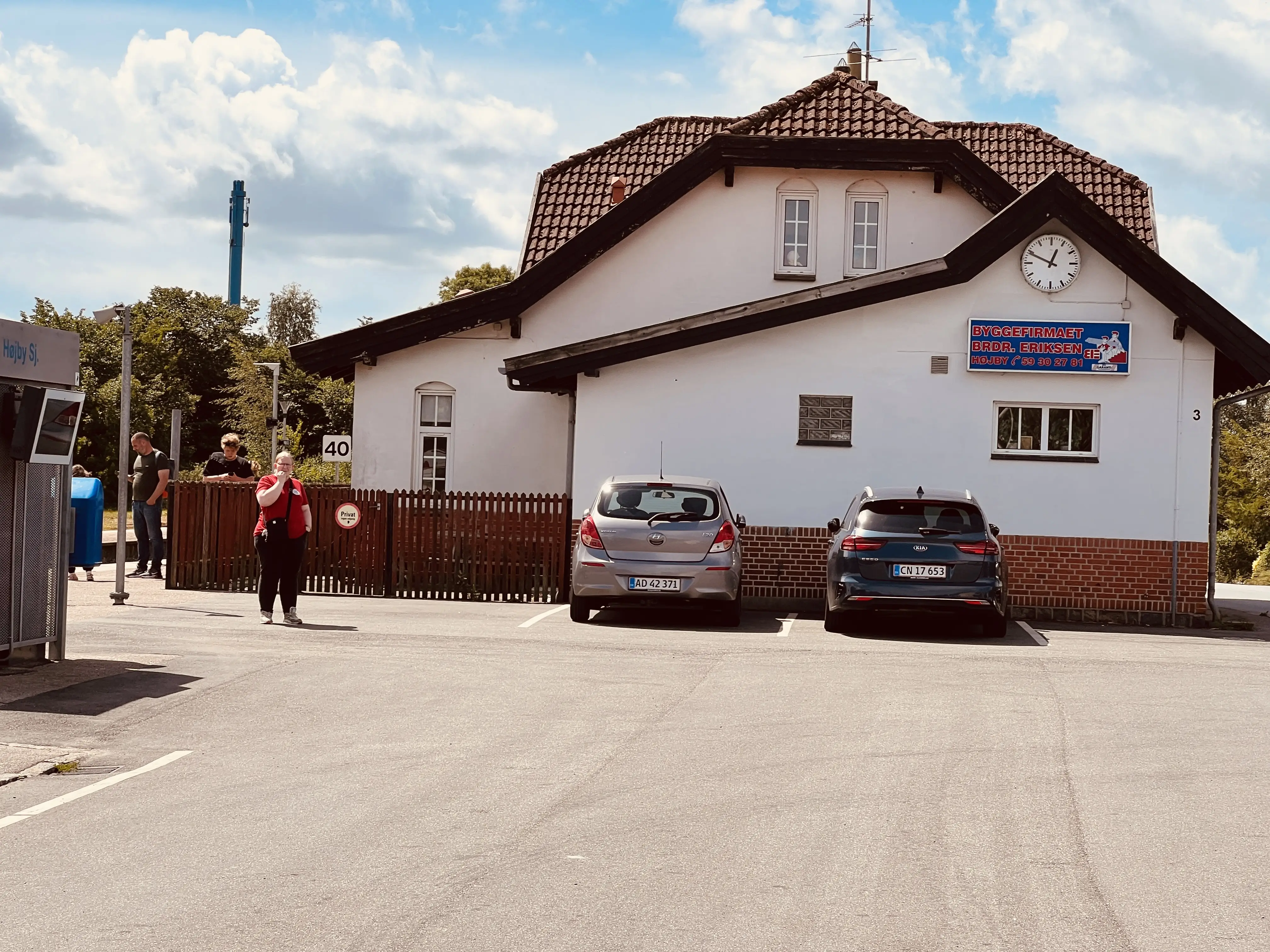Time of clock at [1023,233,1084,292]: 12:49
